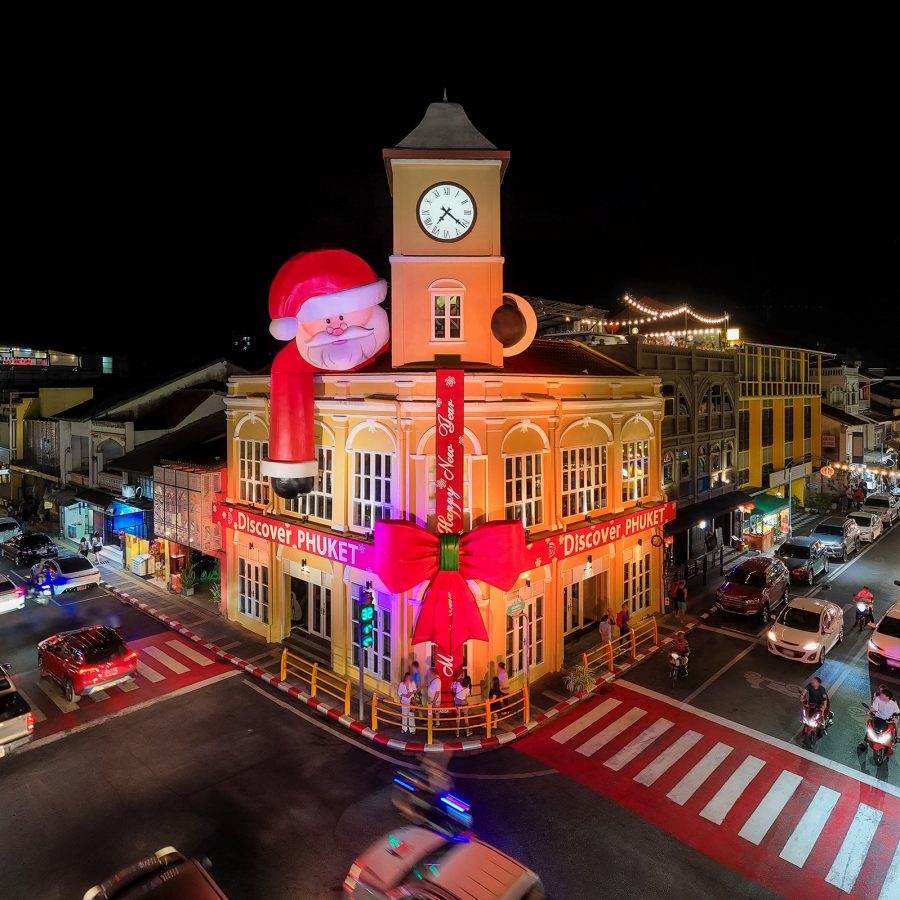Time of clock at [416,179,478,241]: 7:21
